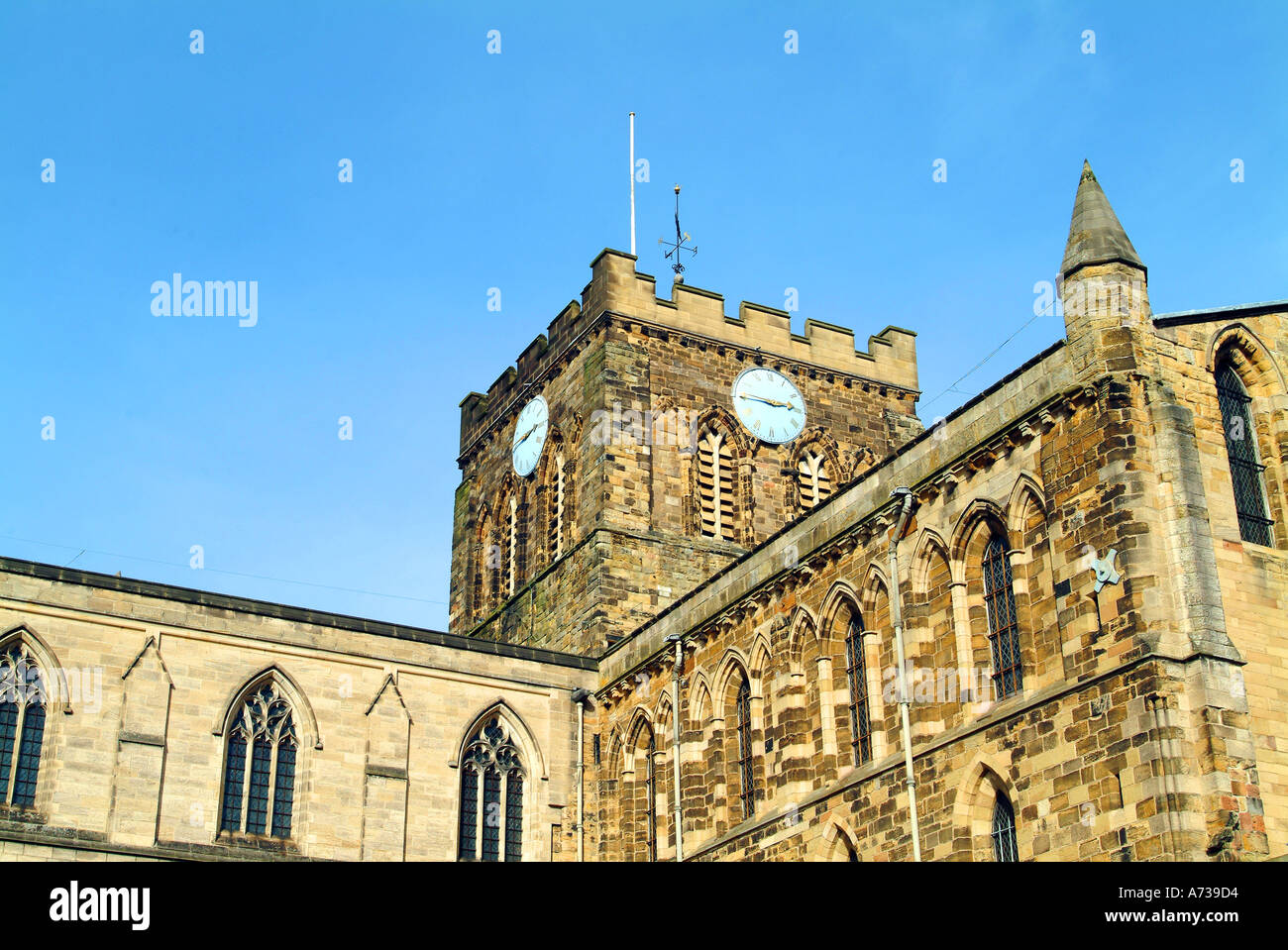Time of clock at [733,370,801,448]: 2:45
